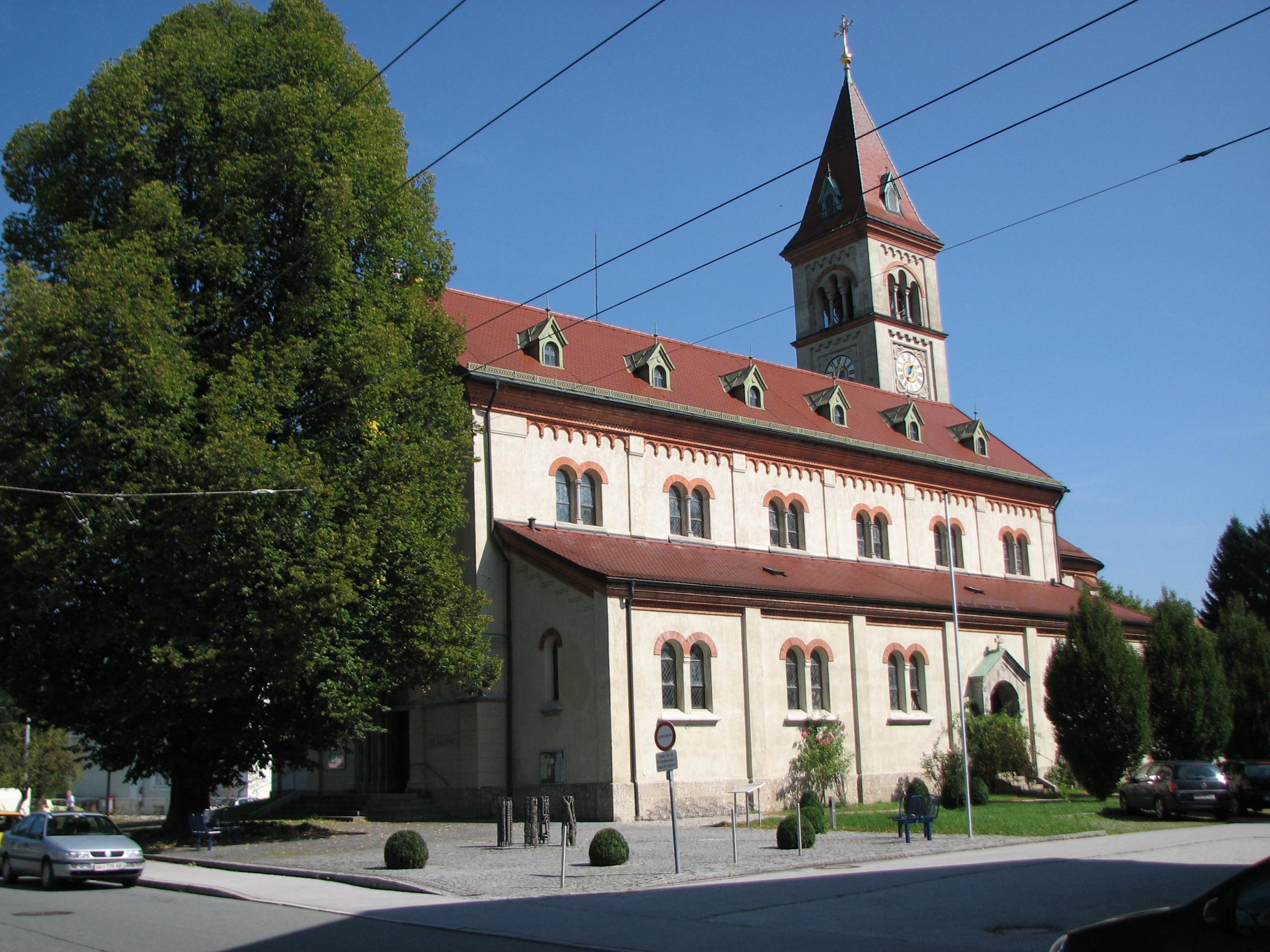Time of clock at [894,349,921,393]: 12:34
